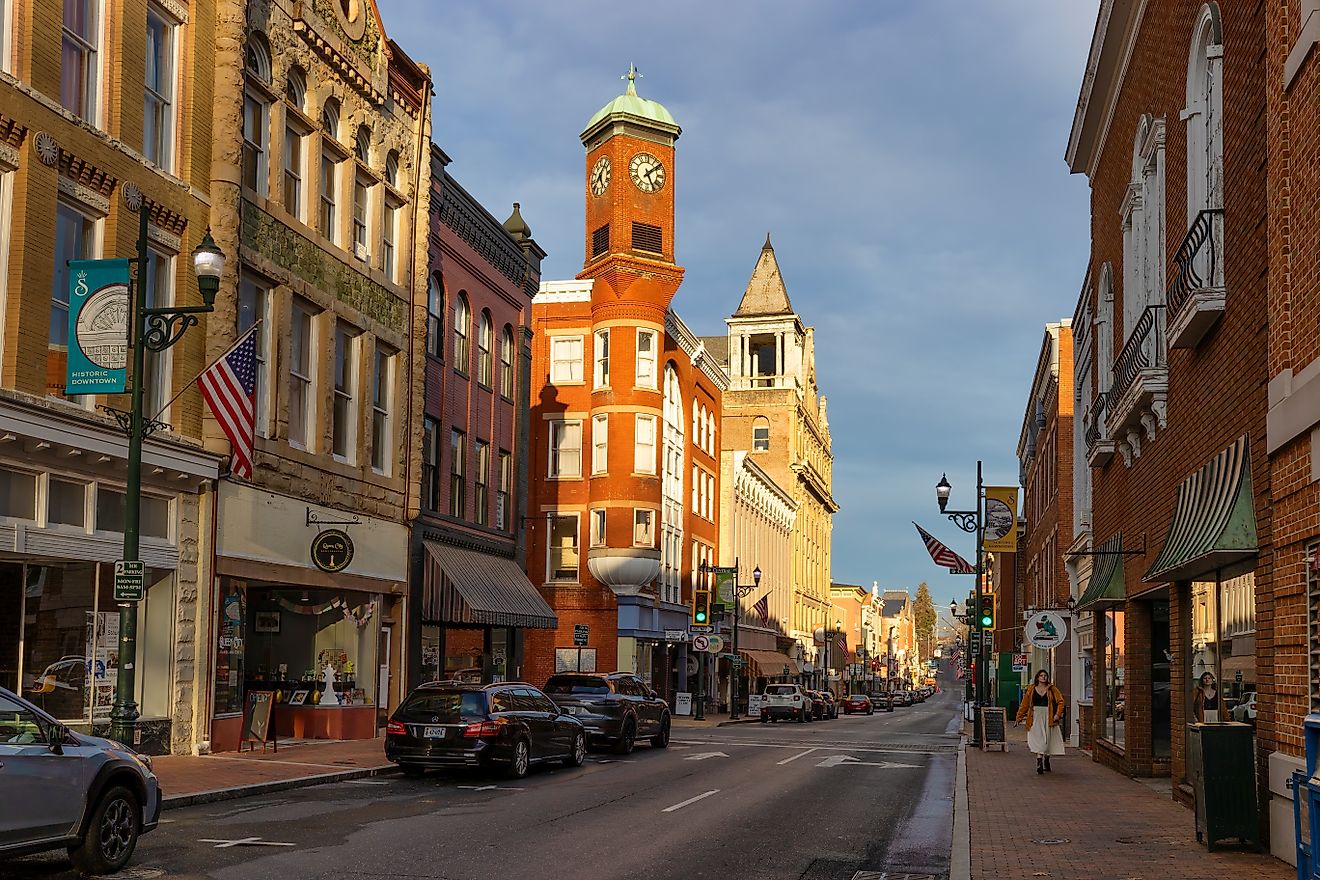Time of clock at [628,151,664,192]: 5:08
